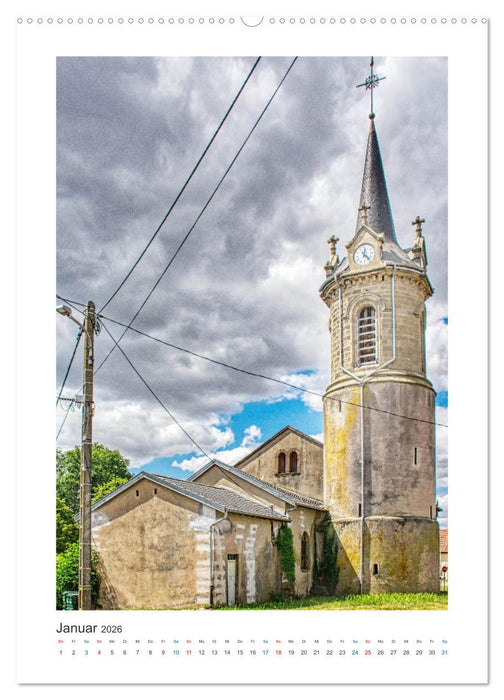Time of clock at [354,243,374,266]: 12:23
